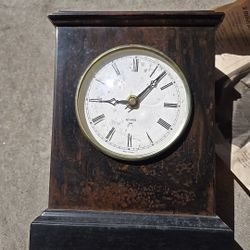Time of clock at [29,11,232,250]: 9:07
